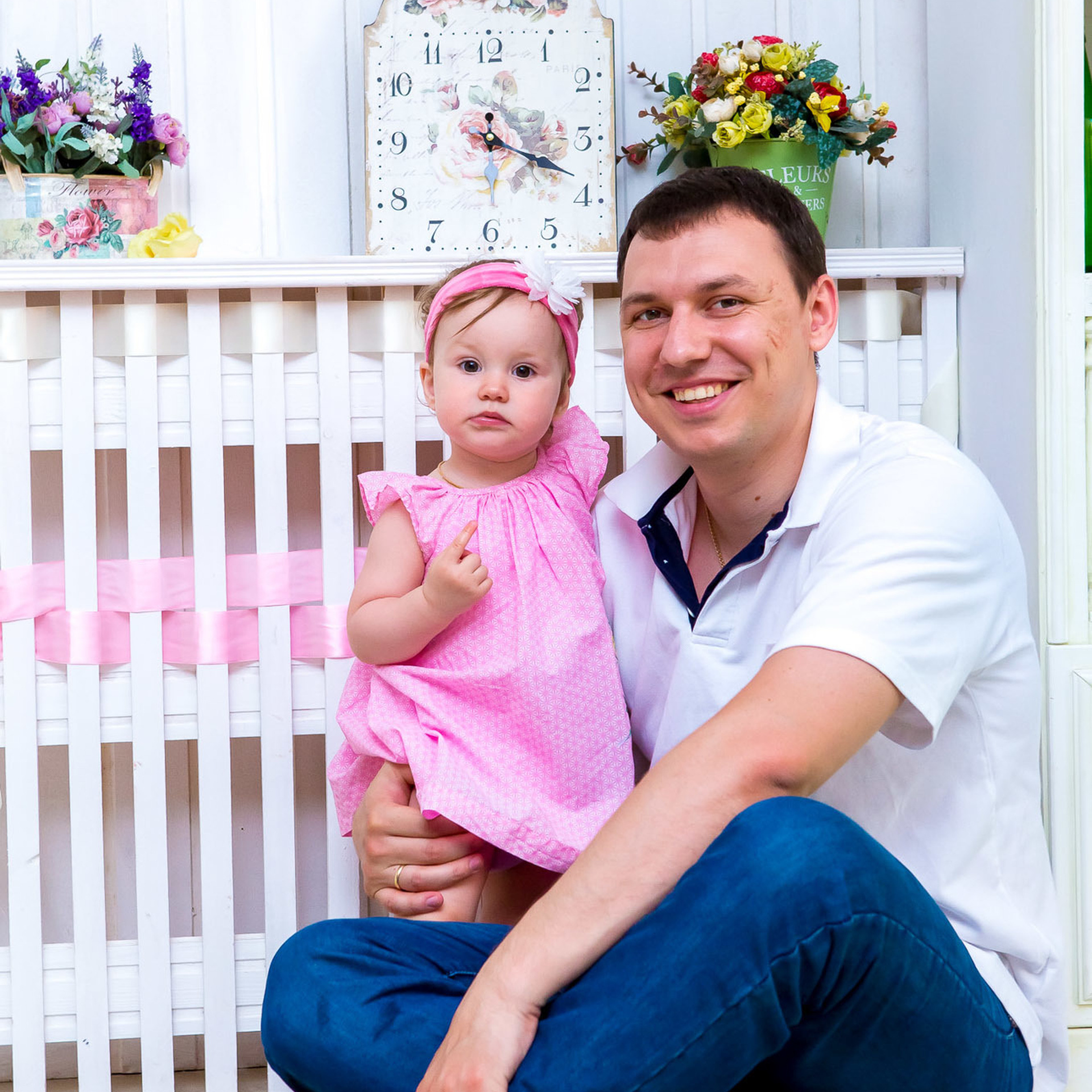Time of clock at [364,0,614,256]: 12:18
